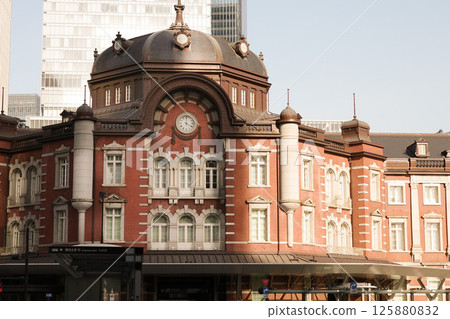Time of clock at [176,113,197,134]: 4:00
